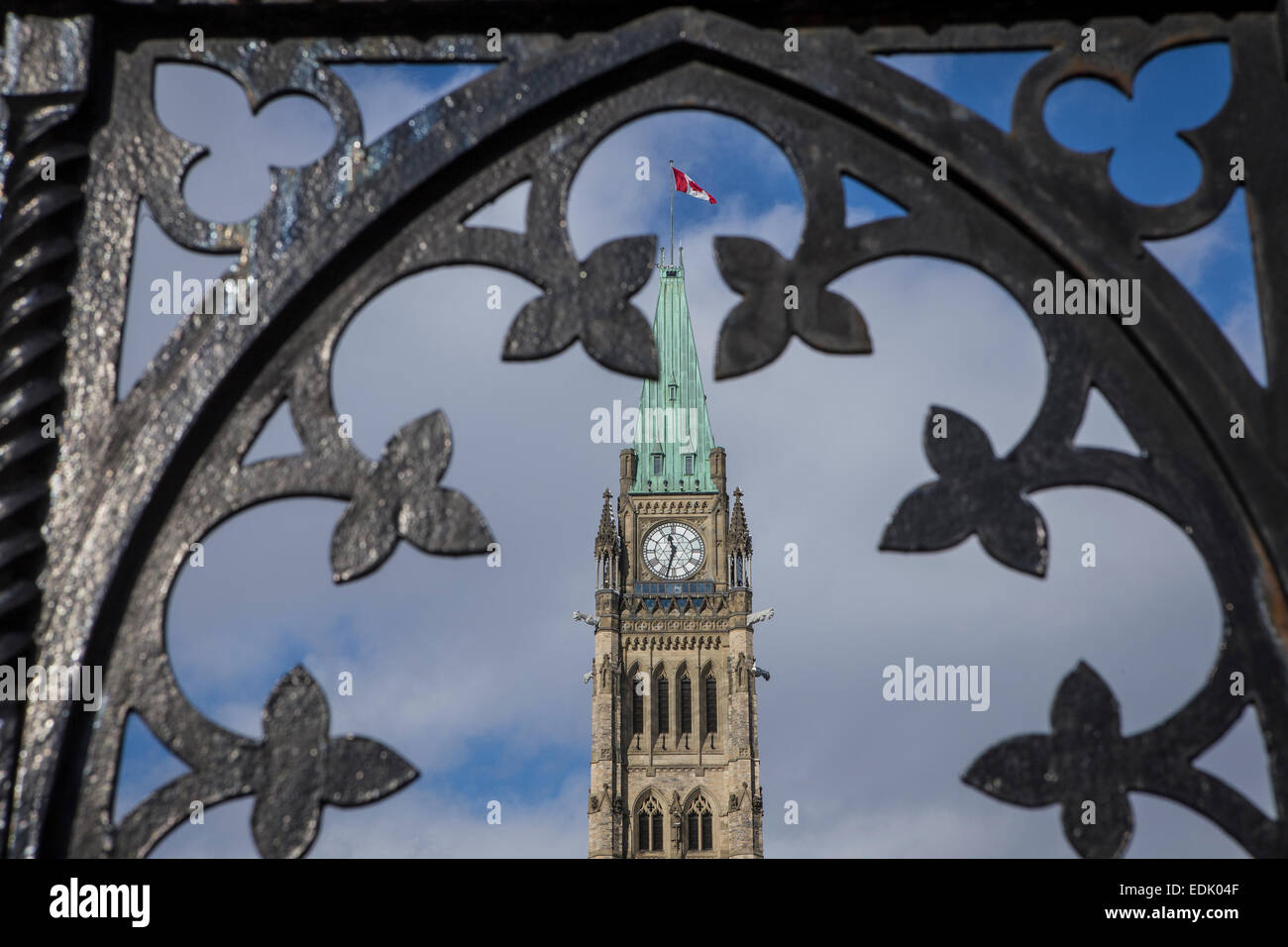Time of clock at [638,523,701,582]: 11:32
